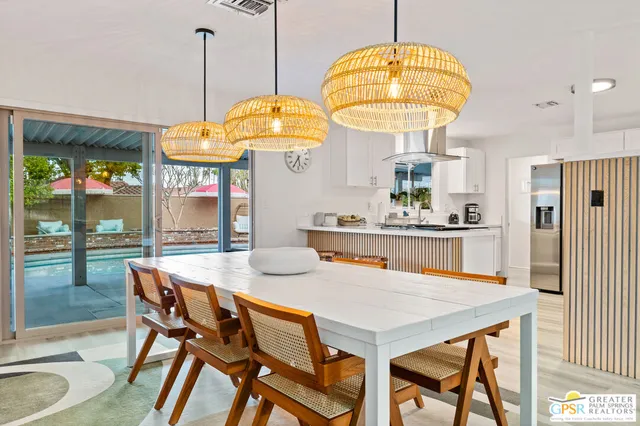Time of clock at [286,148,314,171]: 5:35
